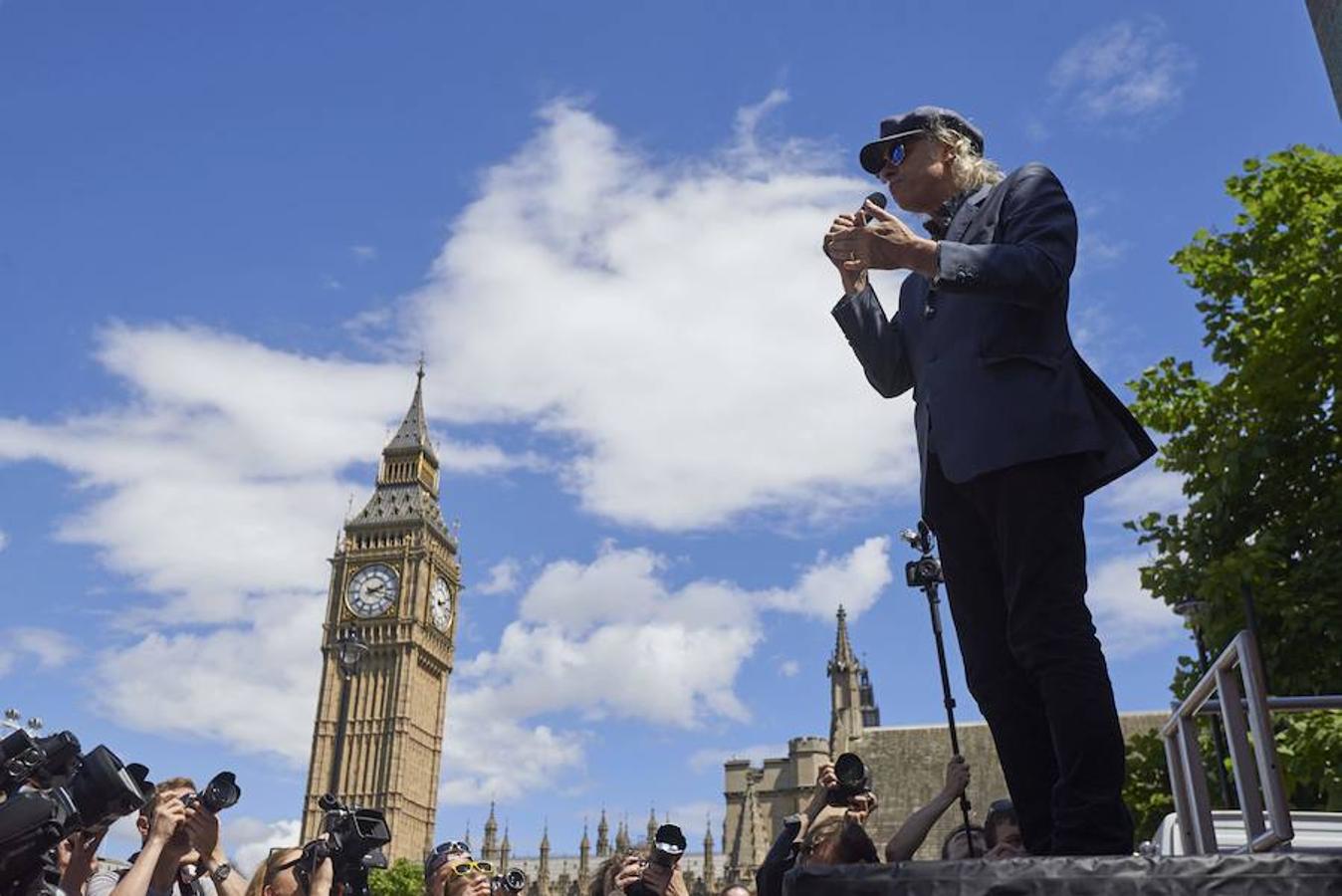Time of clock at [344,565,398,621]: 2:18
